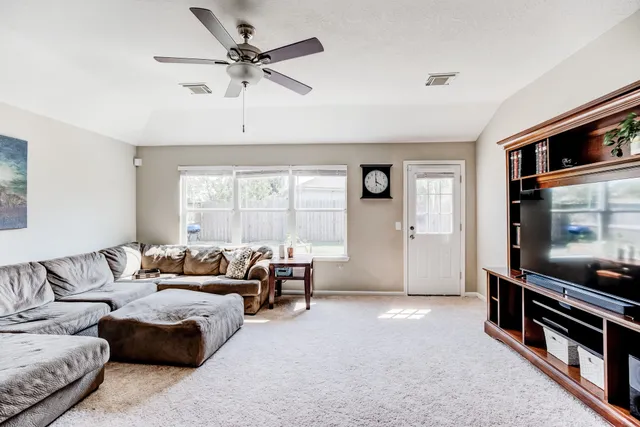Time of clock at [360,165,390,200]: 3:59
